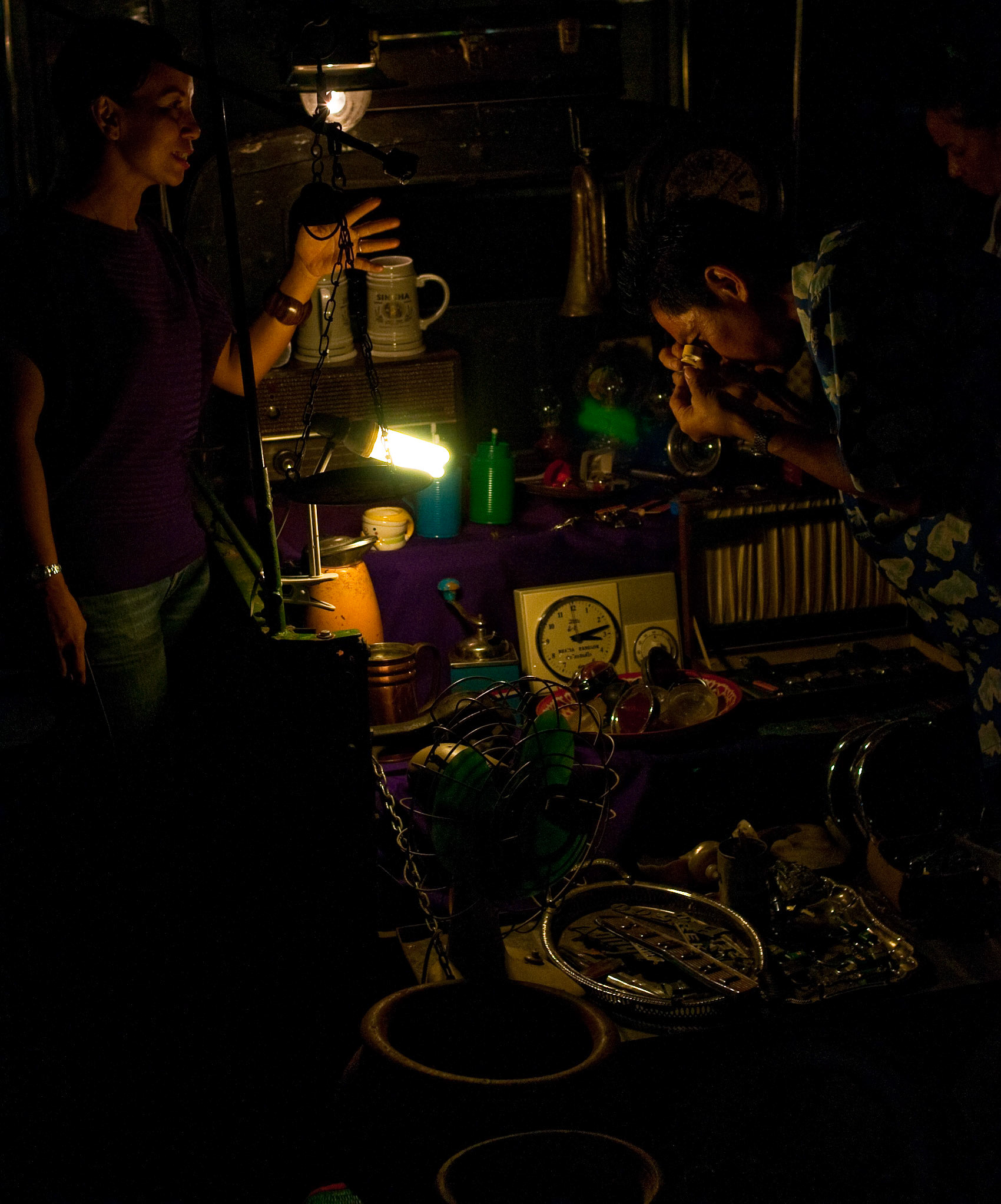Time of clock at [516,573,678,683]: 3:13
